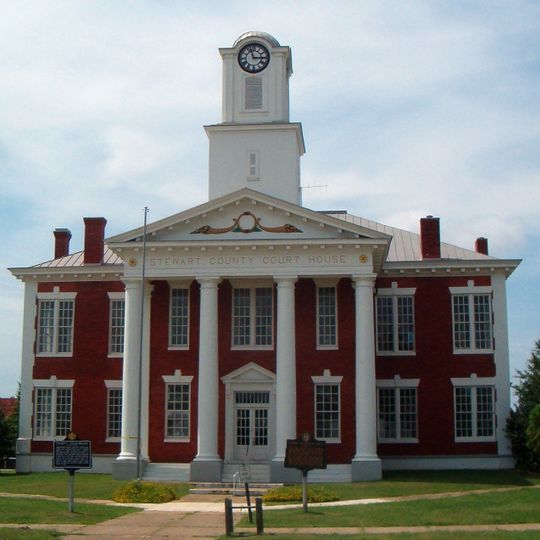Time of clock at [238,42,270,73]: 2:56
